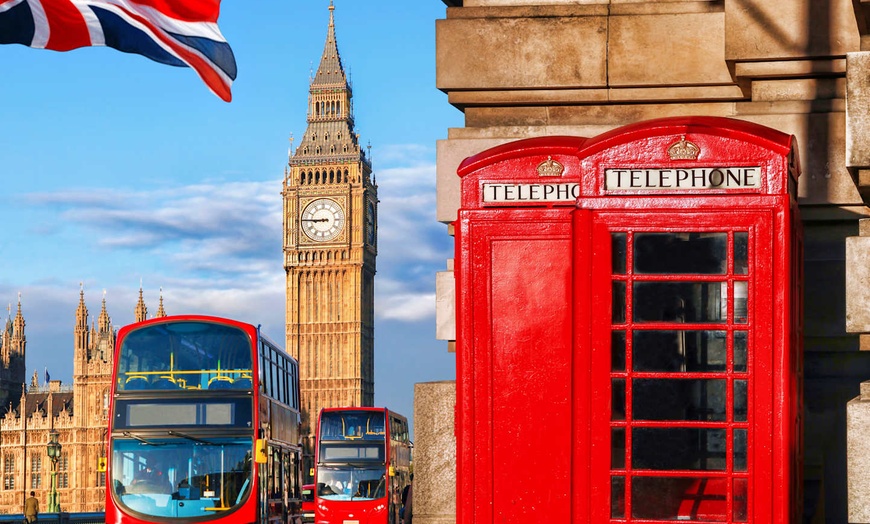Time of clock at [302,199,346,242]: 8:45
